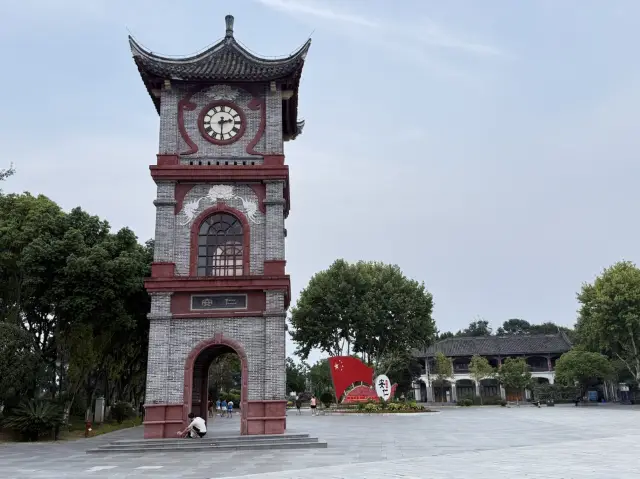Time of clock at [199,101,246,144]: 2:30
